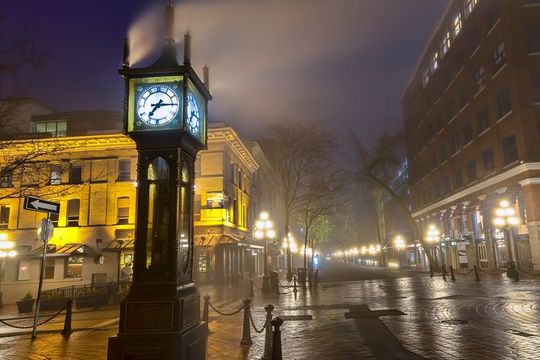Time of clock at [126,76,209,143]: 7:15
